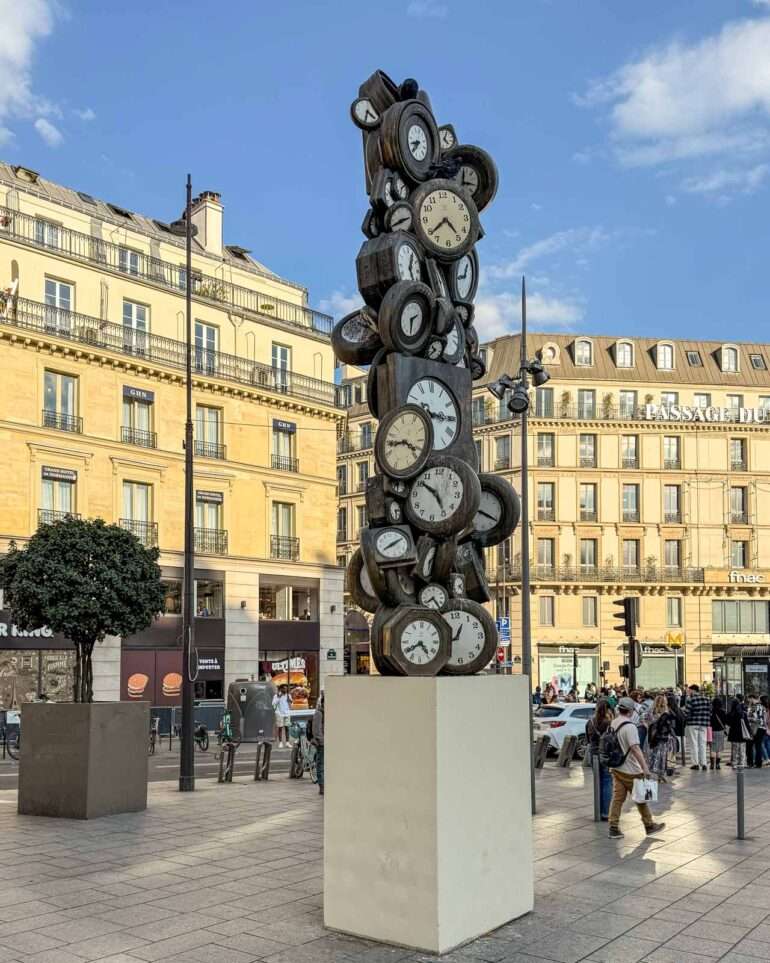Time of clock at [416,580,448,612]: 7:24
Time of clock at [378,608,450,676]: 4:40
